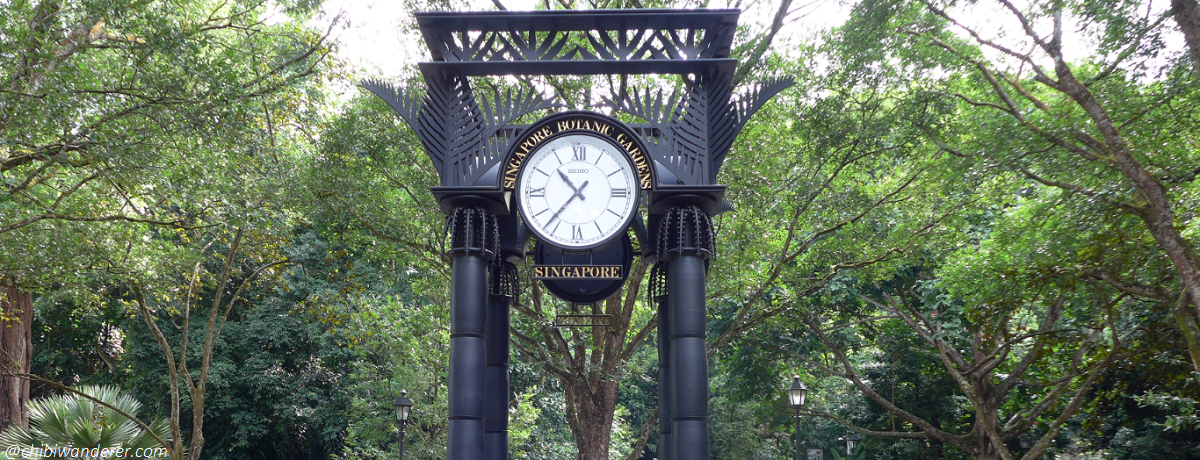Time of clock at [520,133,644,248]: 10:36
